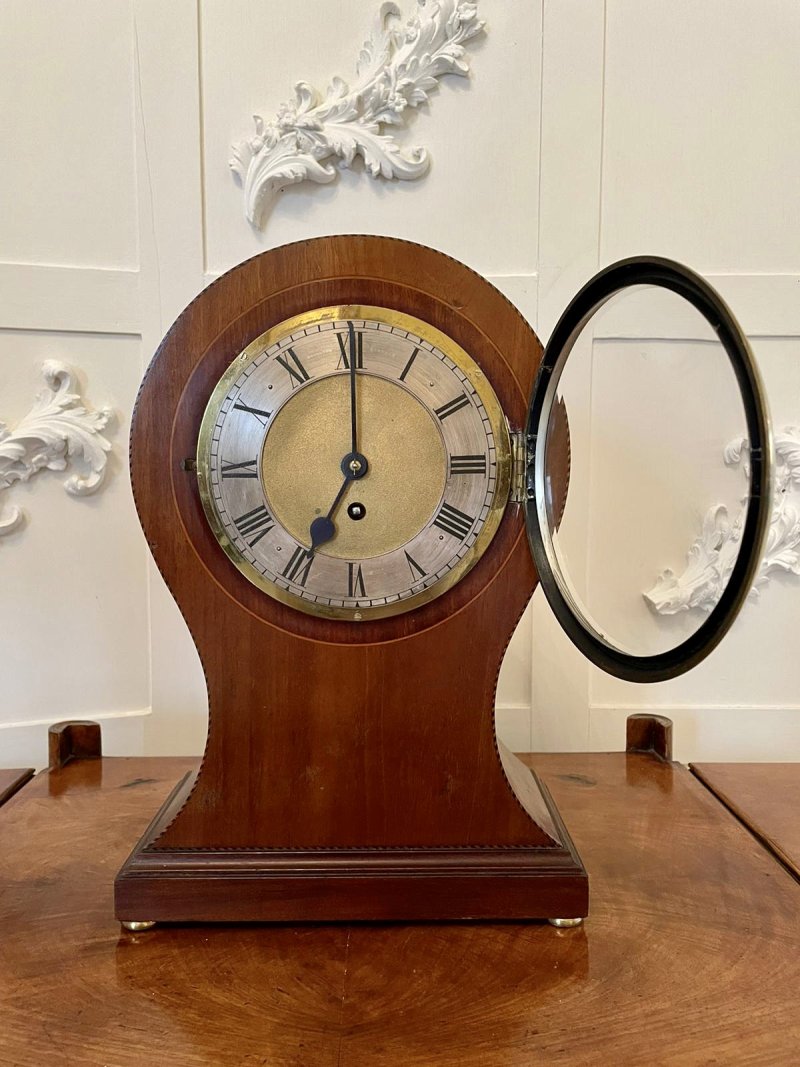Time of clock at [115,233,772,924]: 7:00
